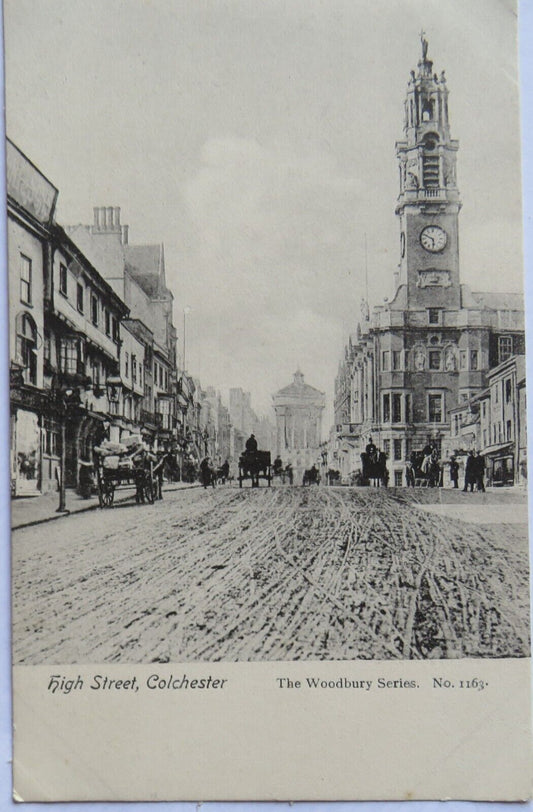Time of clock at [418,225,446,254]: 5:49
